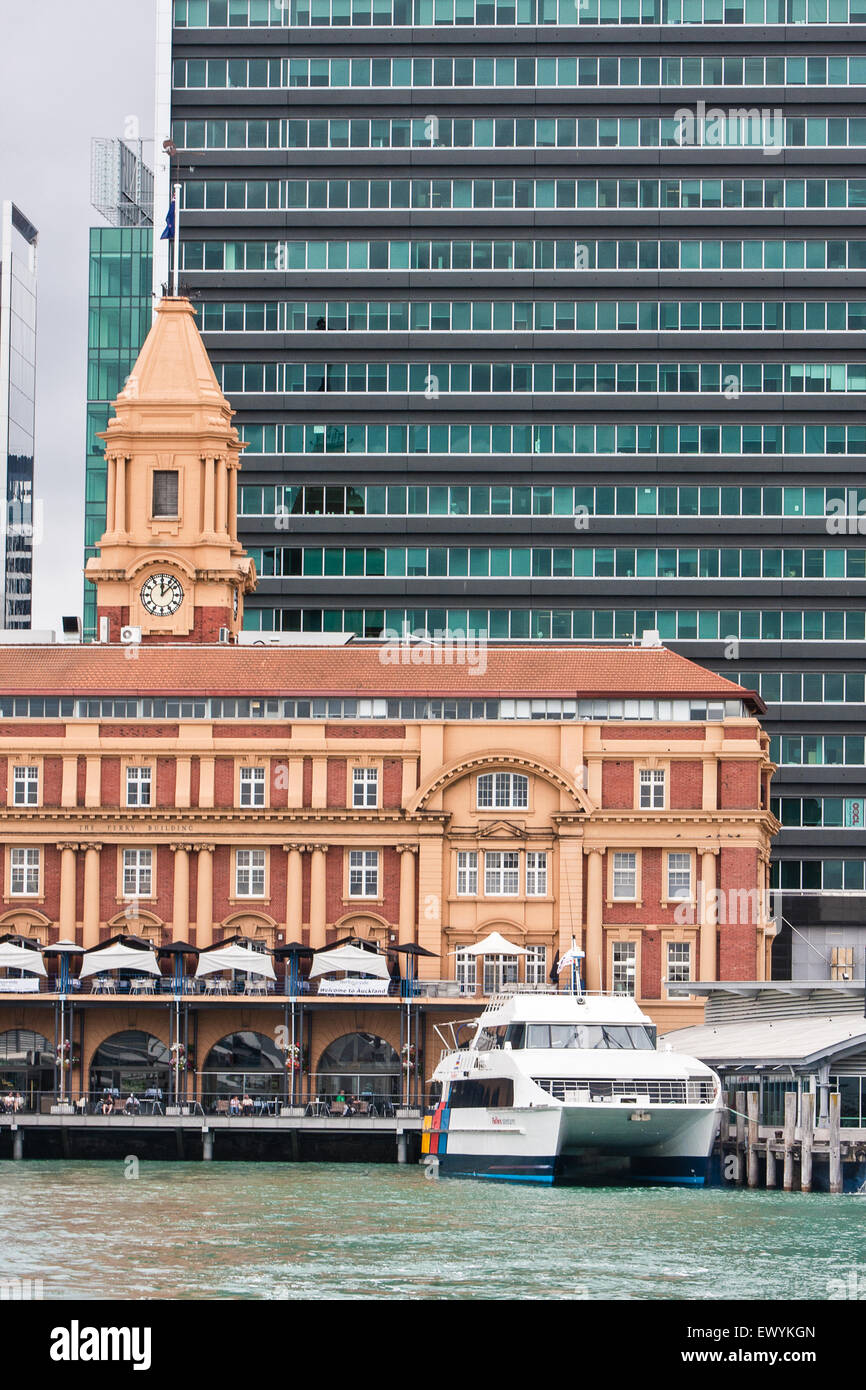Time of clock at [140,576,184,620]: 12:07
